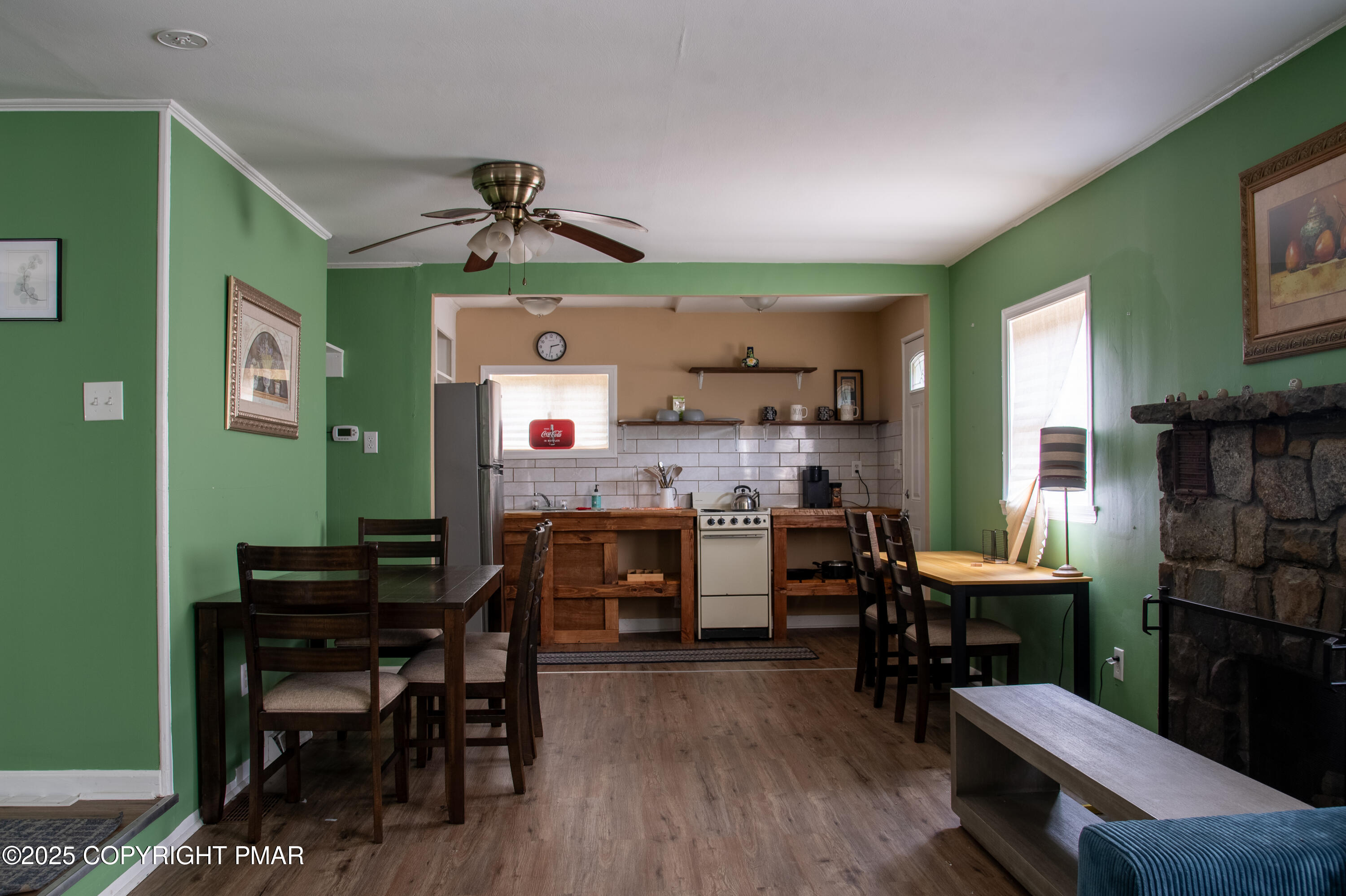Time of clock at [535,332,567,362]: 2:32
